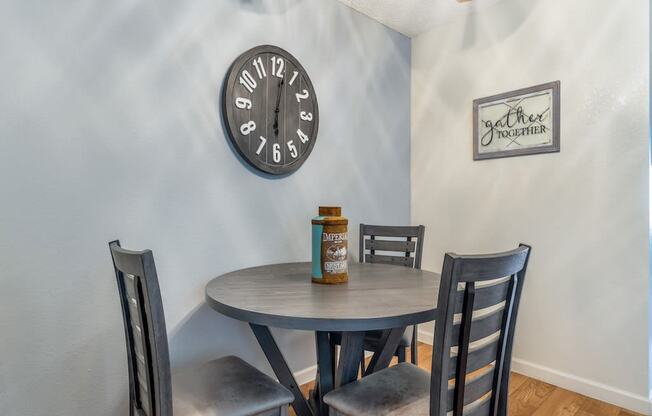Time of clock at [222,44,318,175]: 6:01
